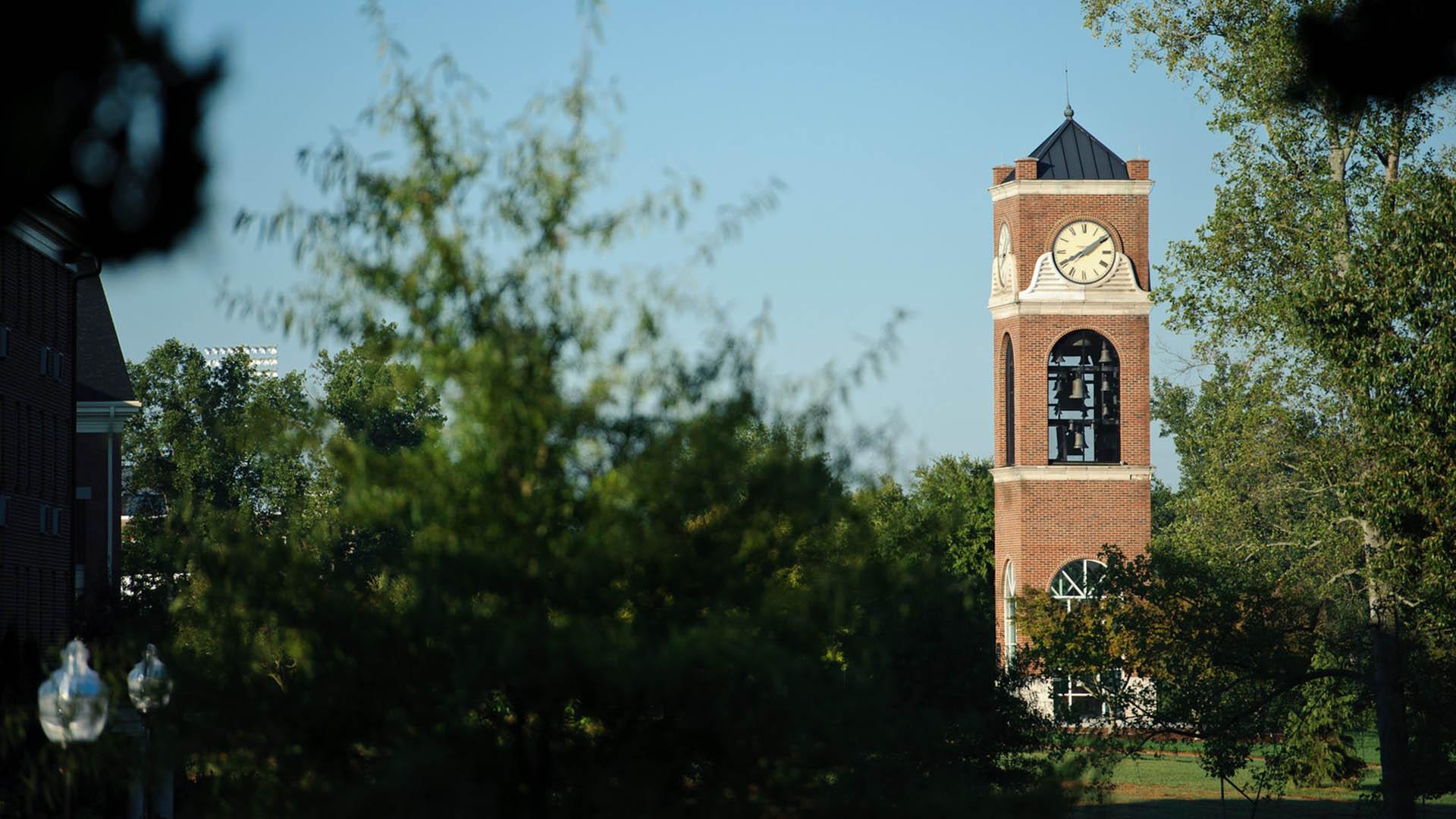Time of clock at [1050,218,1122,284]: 8:09
